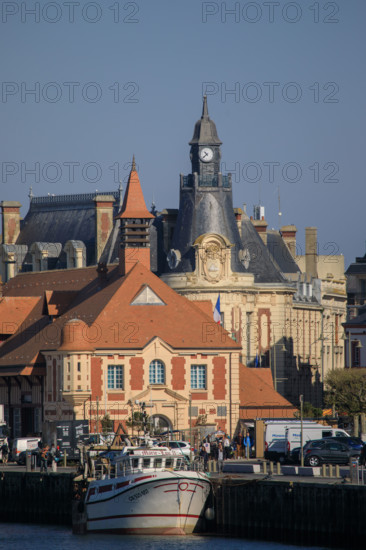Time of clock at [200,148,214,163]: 10:37
